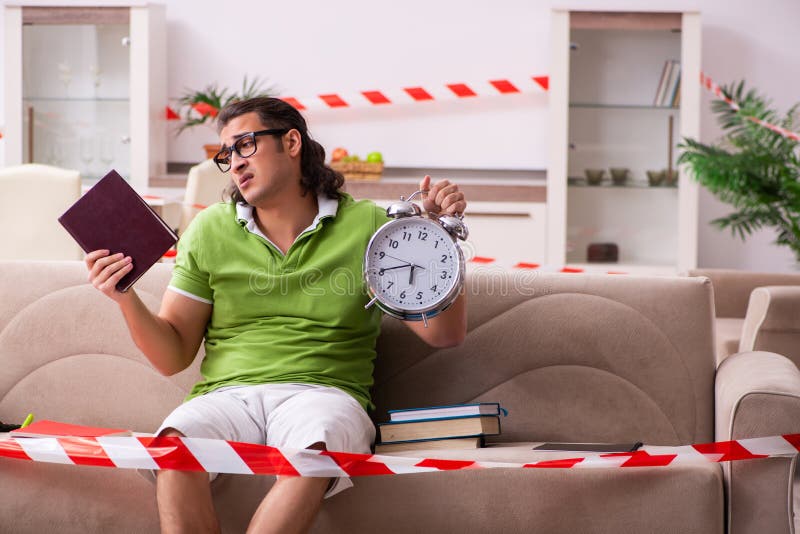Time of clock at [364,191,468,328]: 5:40
